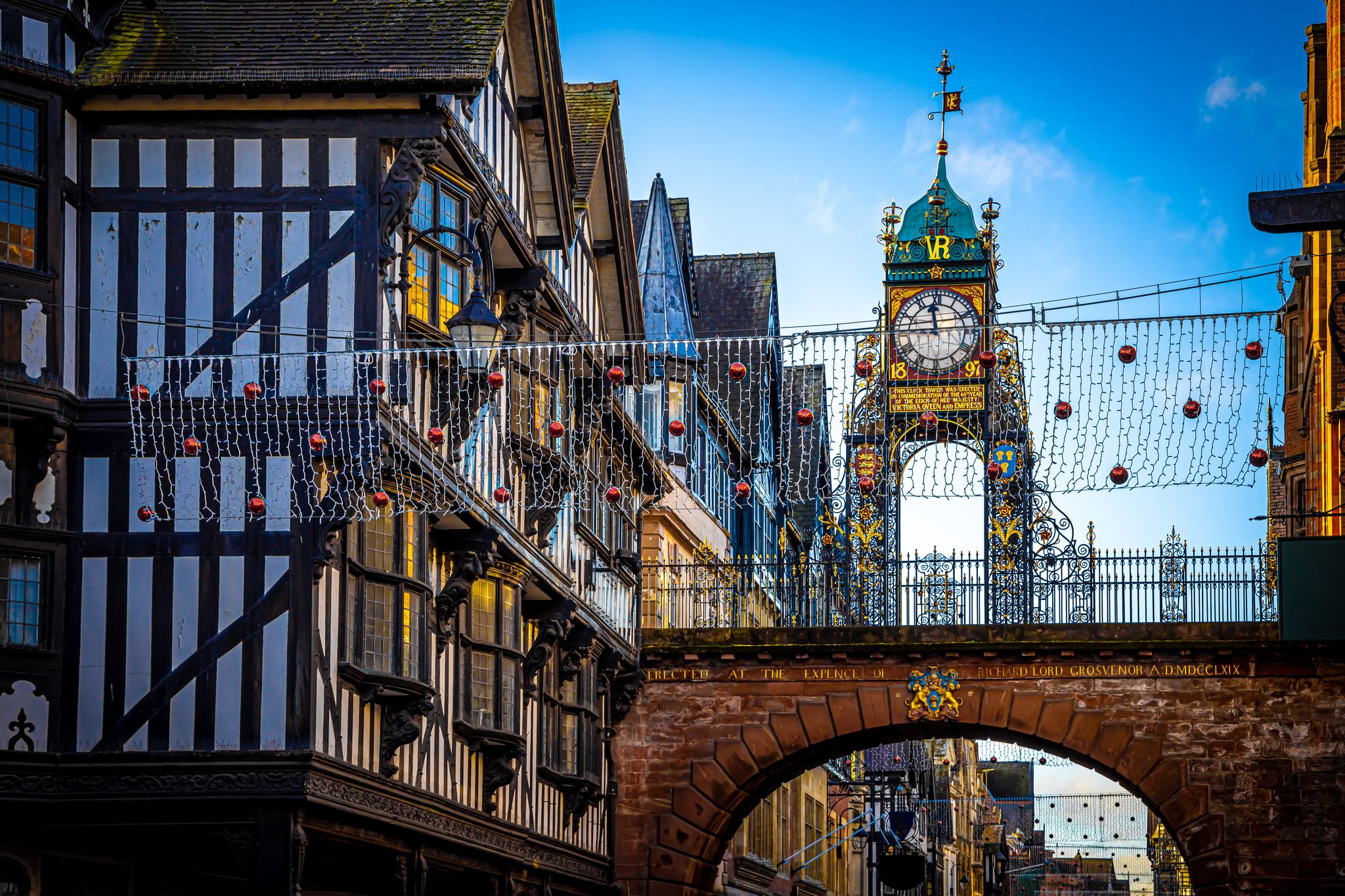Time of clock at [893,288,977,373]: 11:45
